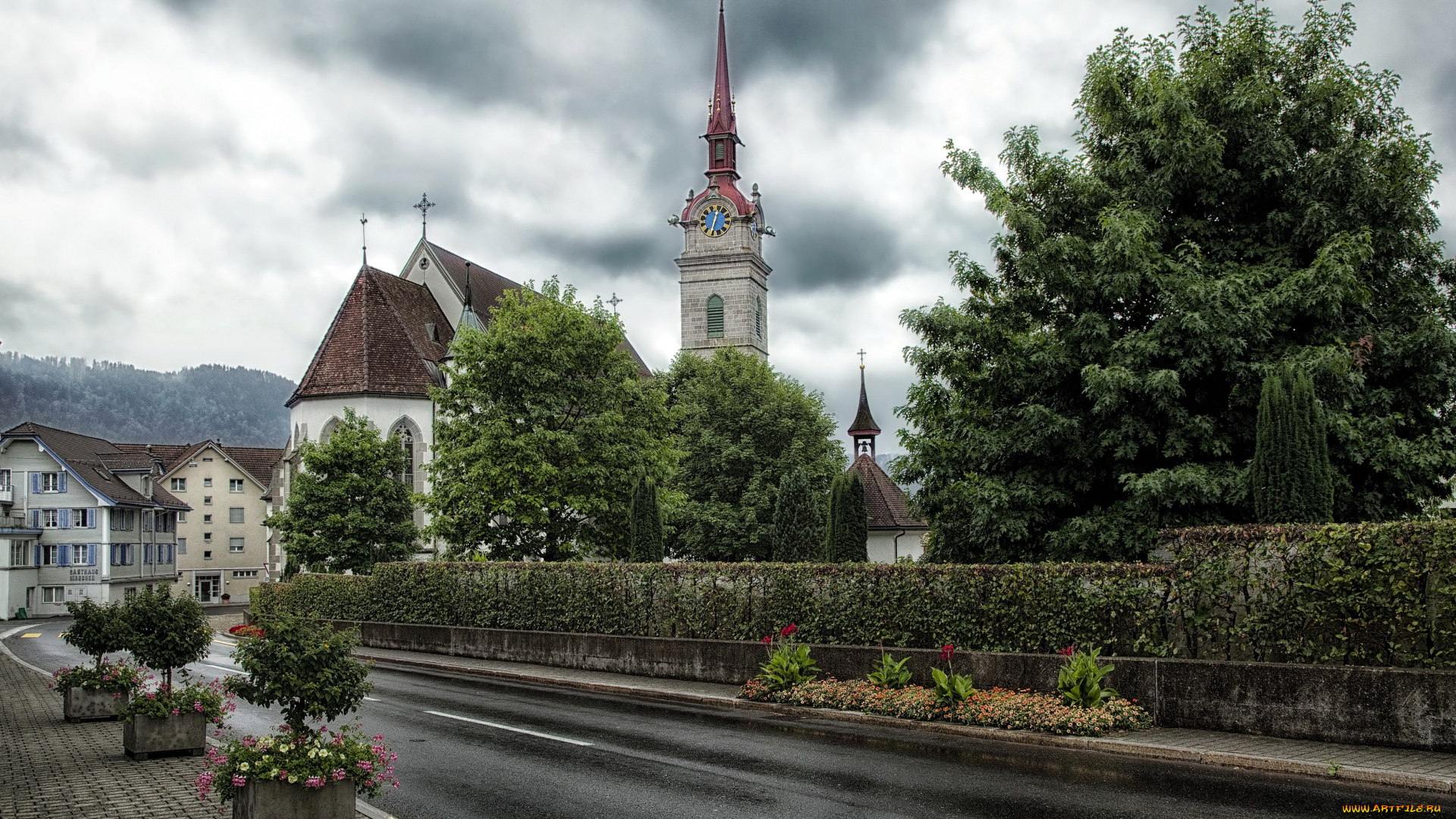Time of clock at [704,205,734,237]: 12:32
